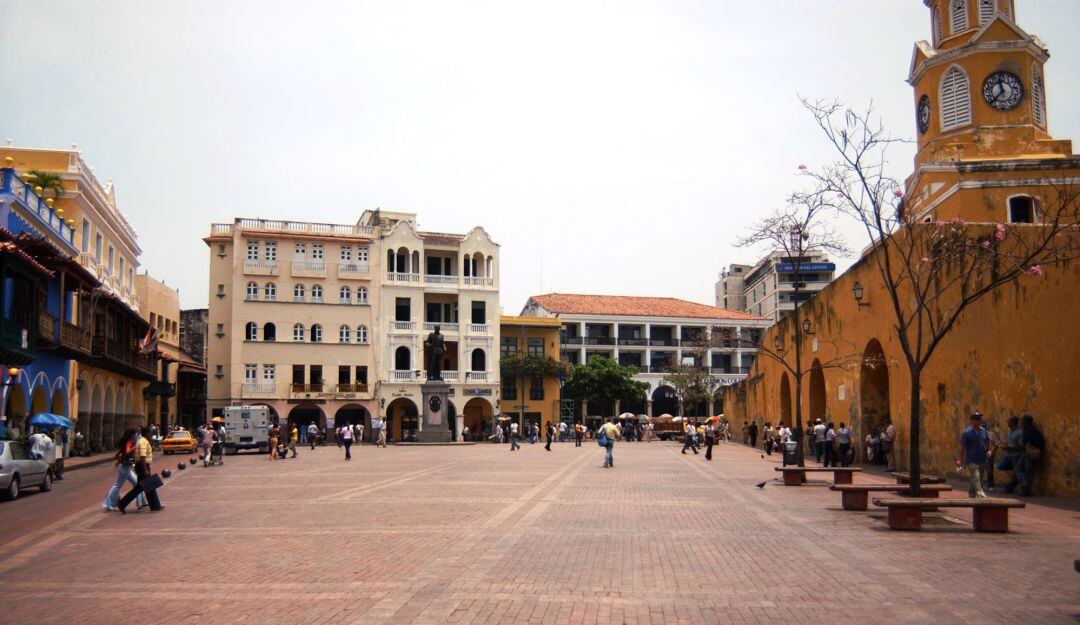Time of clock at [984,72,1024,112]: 11:37
